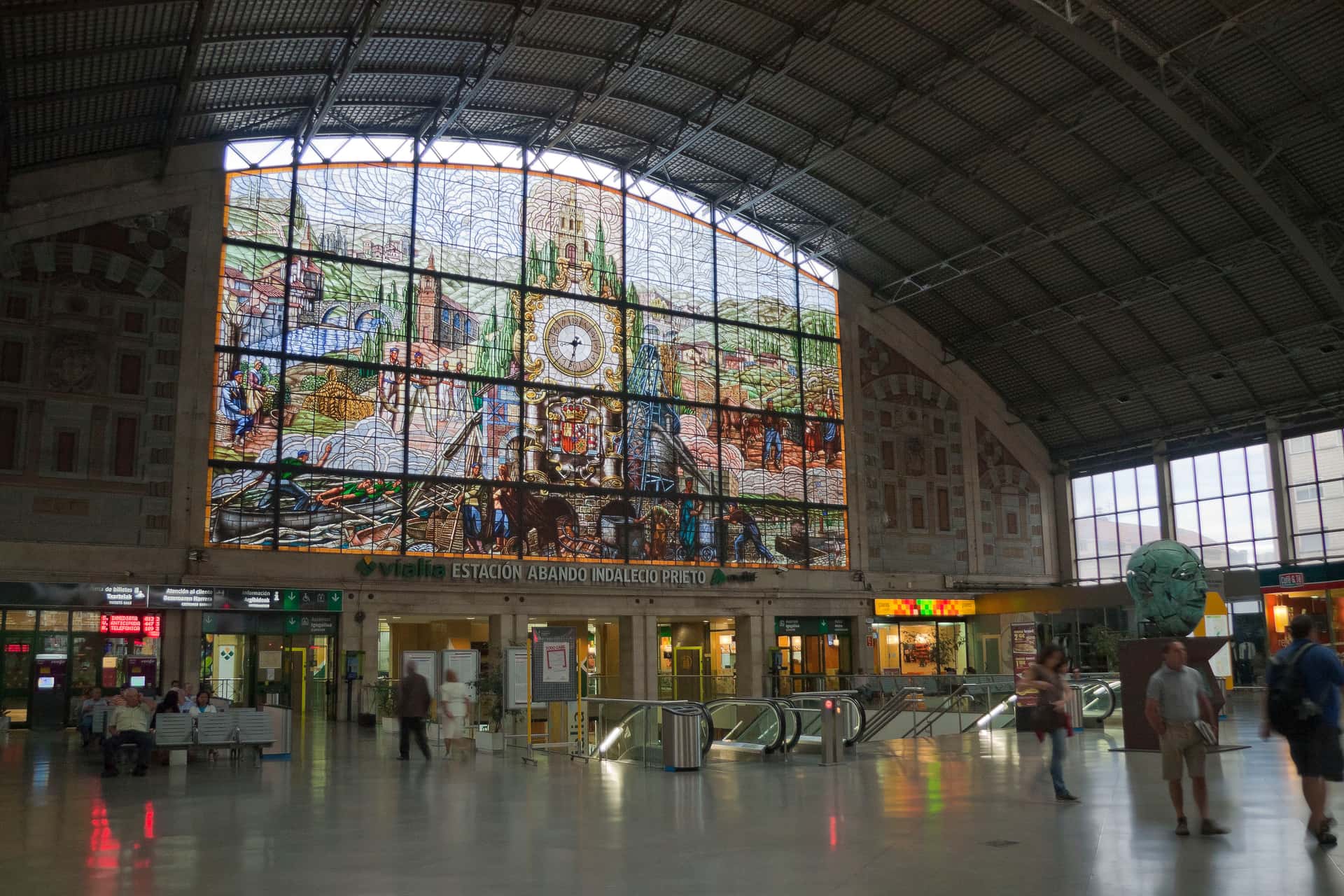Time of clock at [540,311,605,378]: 8:32
